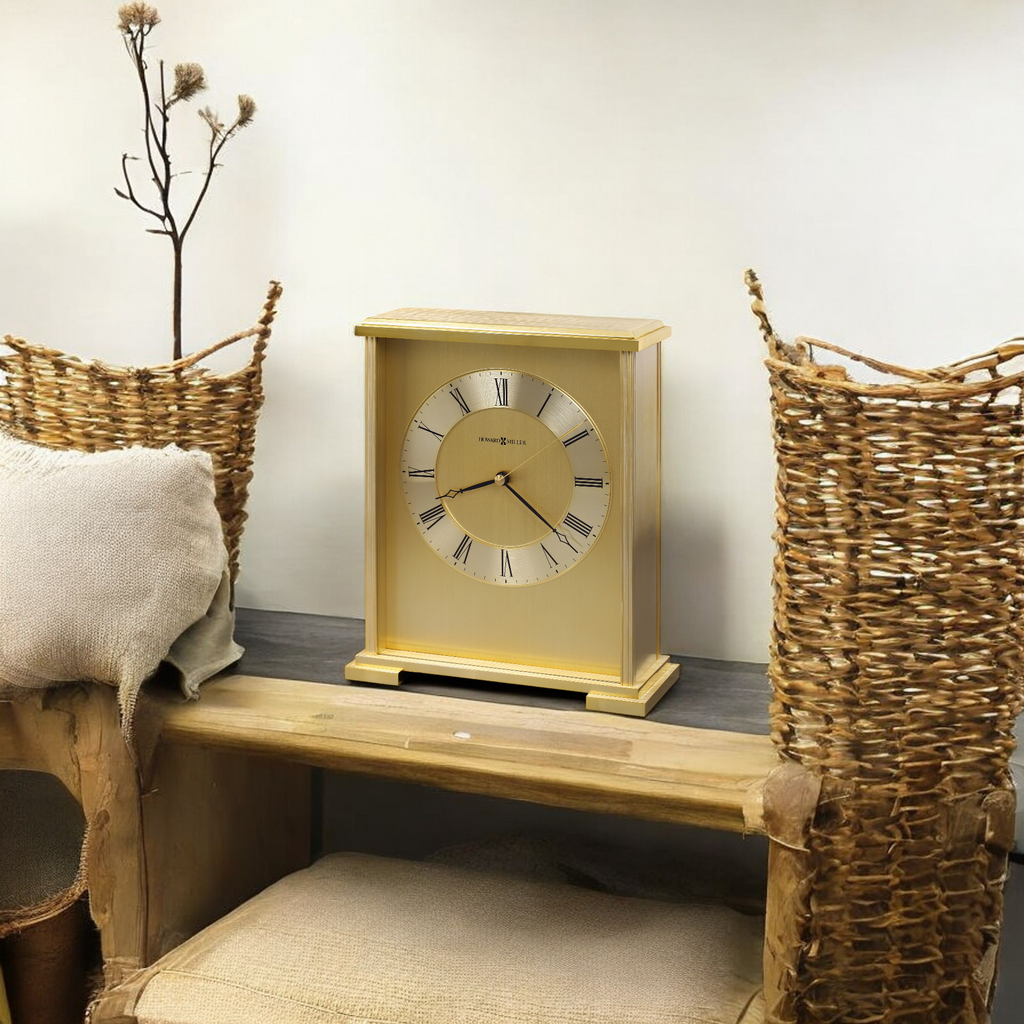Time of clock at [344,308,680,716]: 8:21
